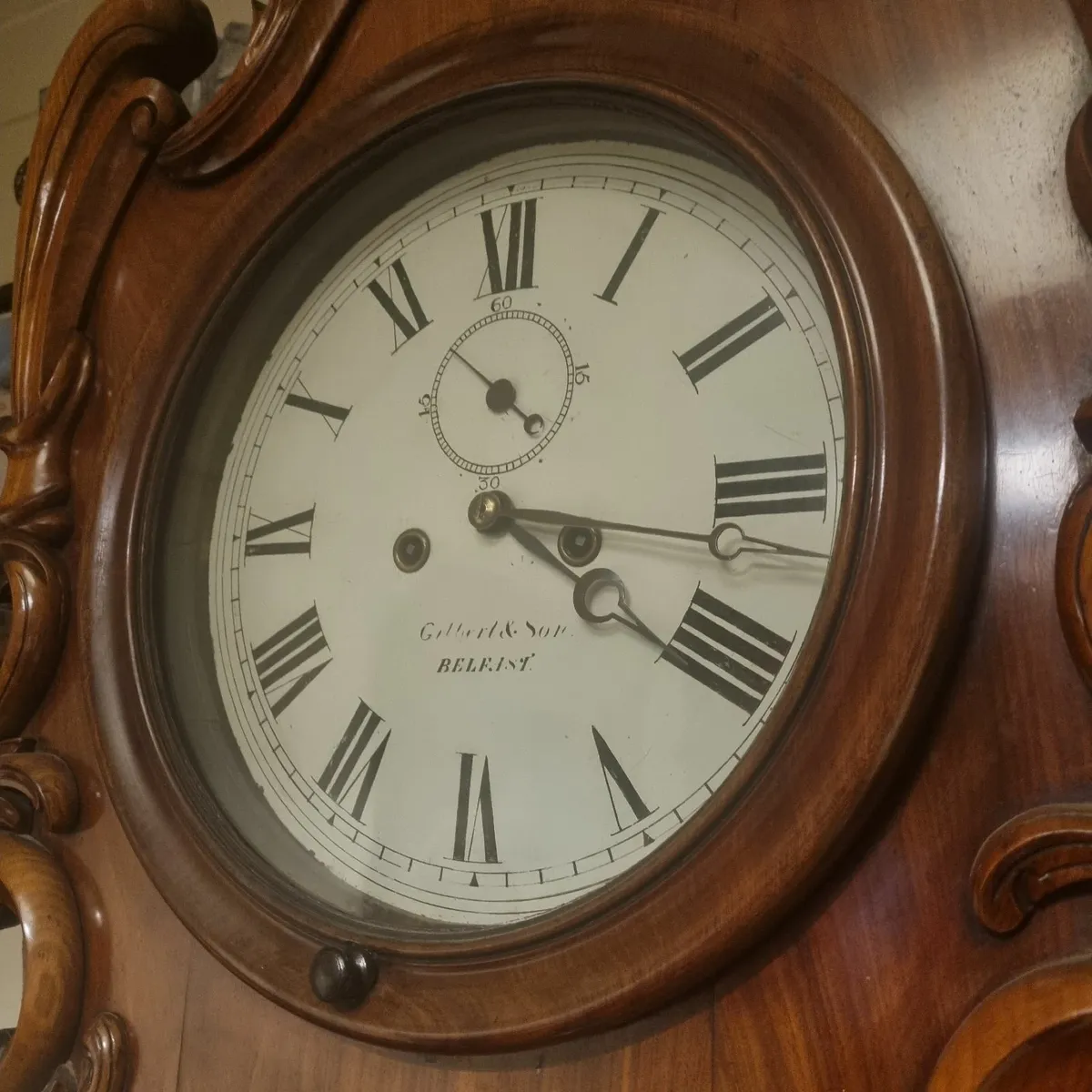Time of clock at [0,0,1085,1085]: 3:20
